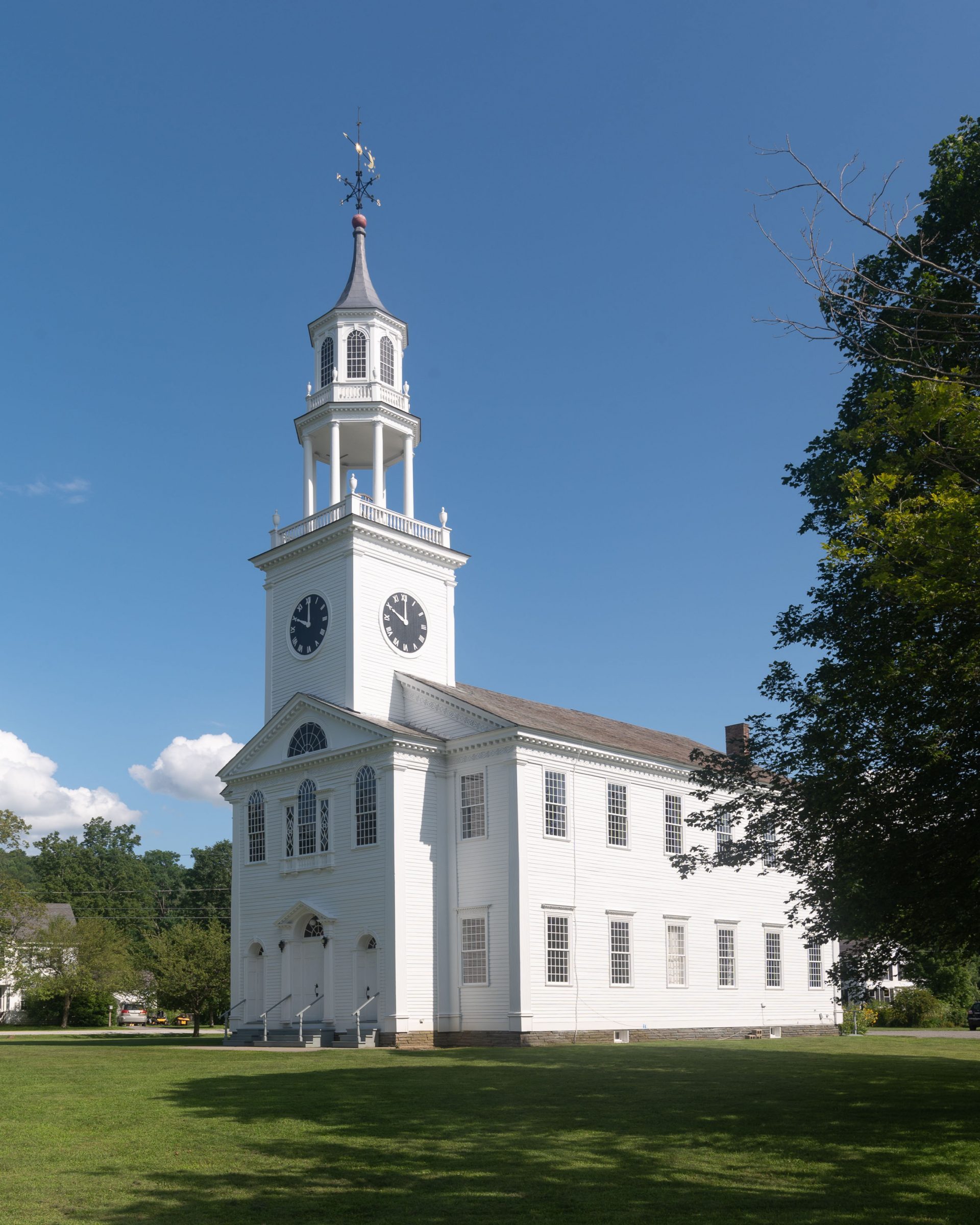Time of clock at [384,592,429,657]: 10:00
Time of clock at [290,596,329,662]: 10:00
